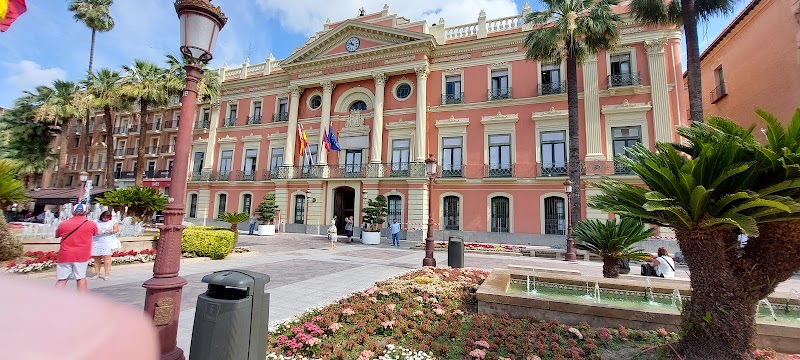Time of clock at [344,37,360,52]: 10:47
